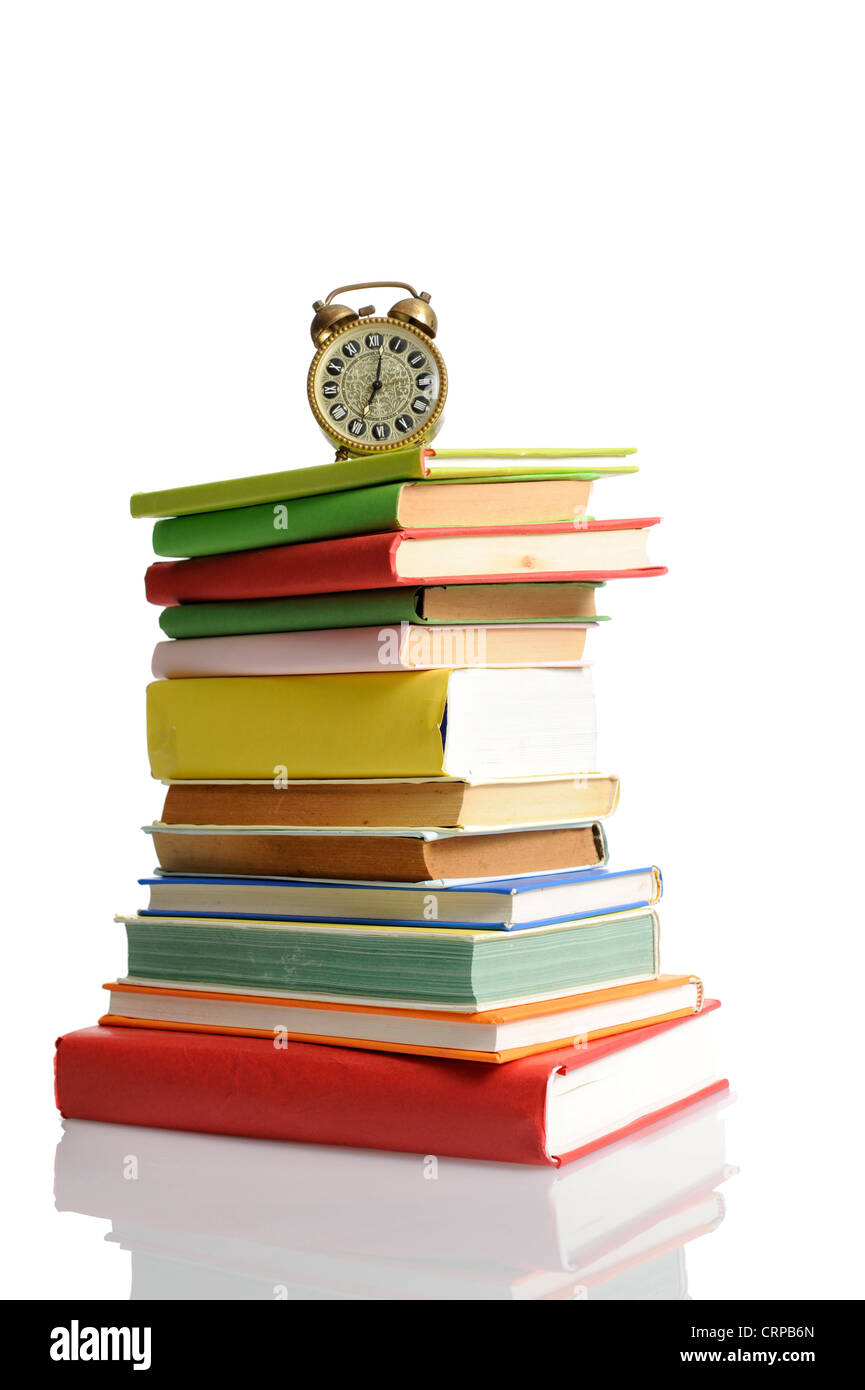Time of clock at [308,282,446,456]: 7:02
